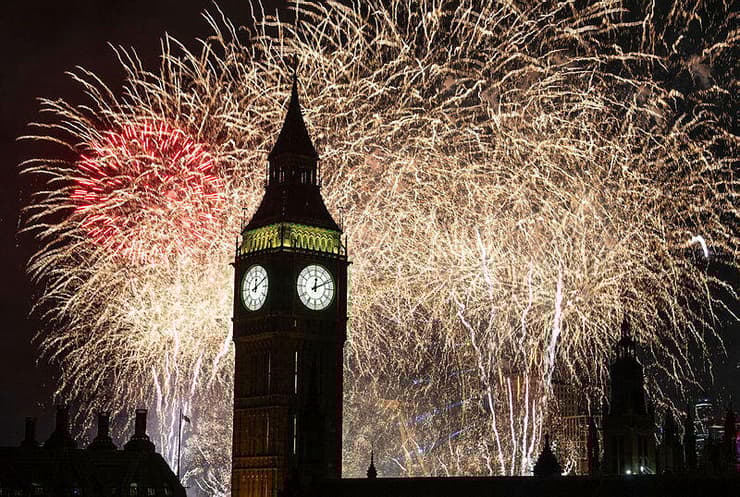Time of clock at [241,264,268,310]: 12:10
